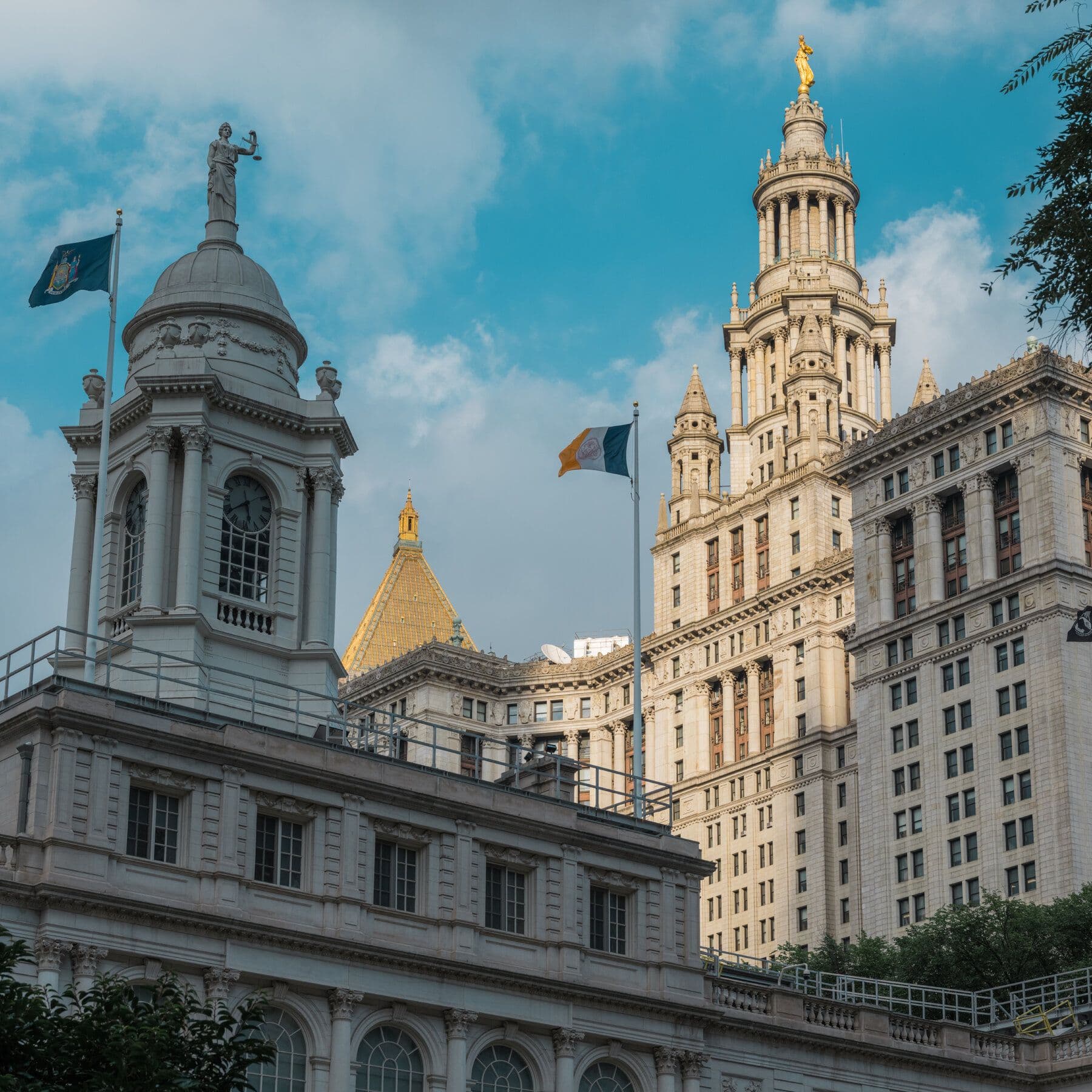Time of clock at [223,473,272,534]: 5:38
